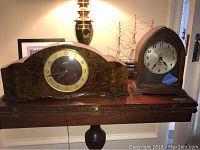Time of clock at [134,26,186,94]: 4:35
